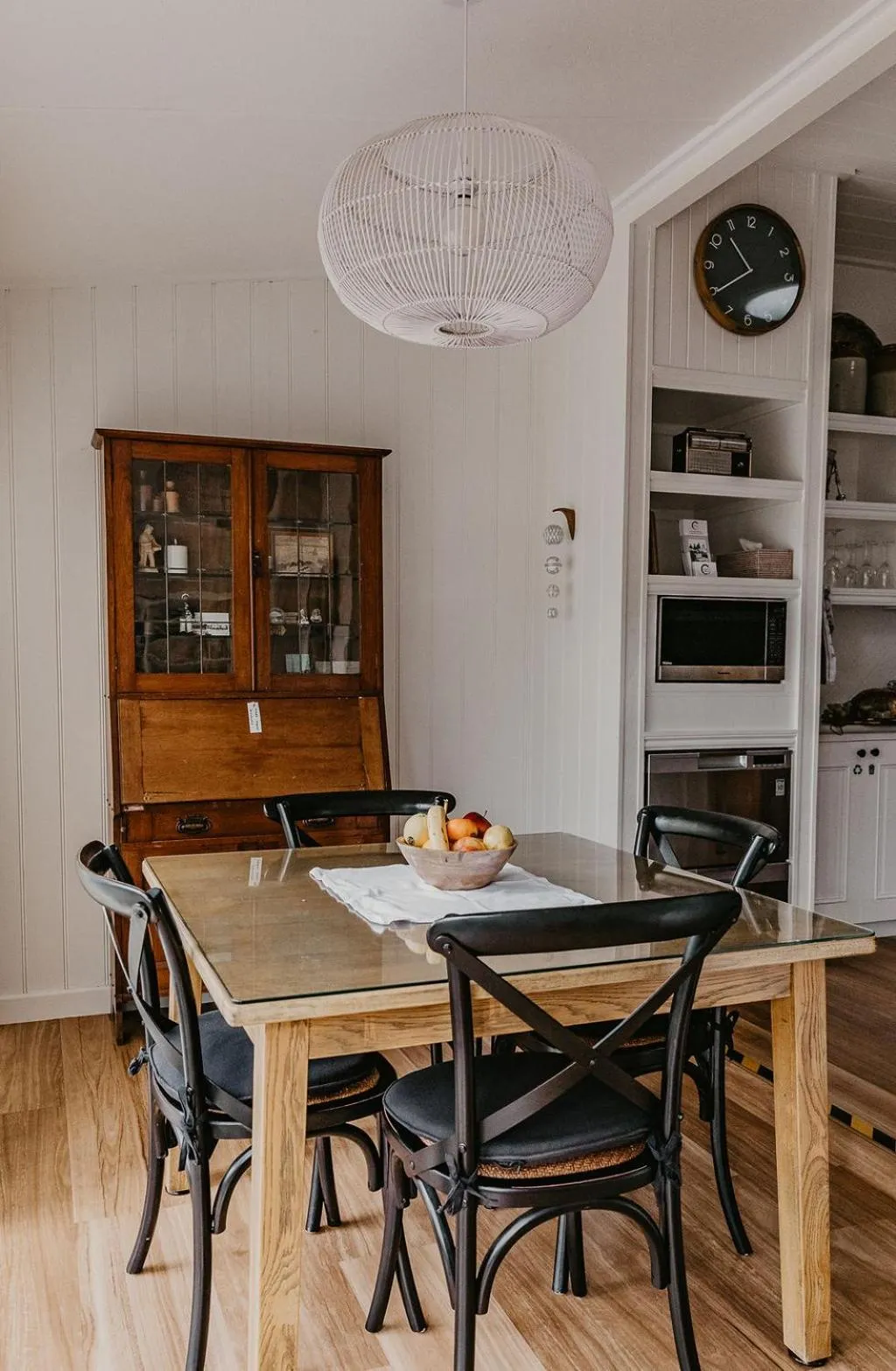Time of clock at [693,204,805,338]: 10:39
